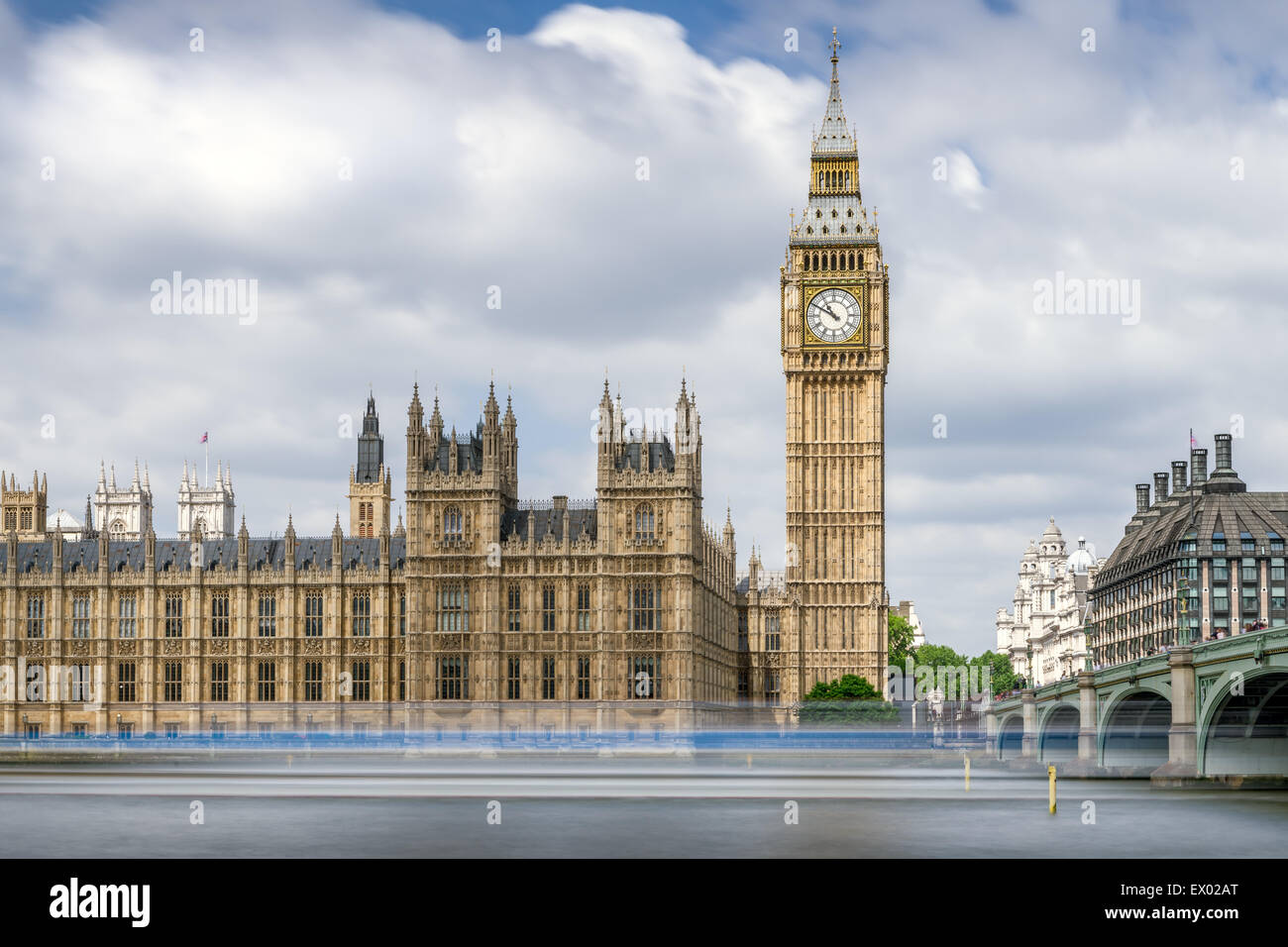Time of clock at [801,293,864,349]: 10:49
